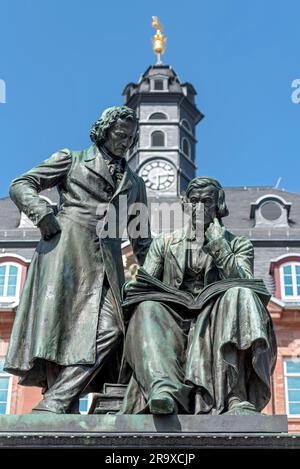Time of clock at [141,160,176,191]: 6:14
